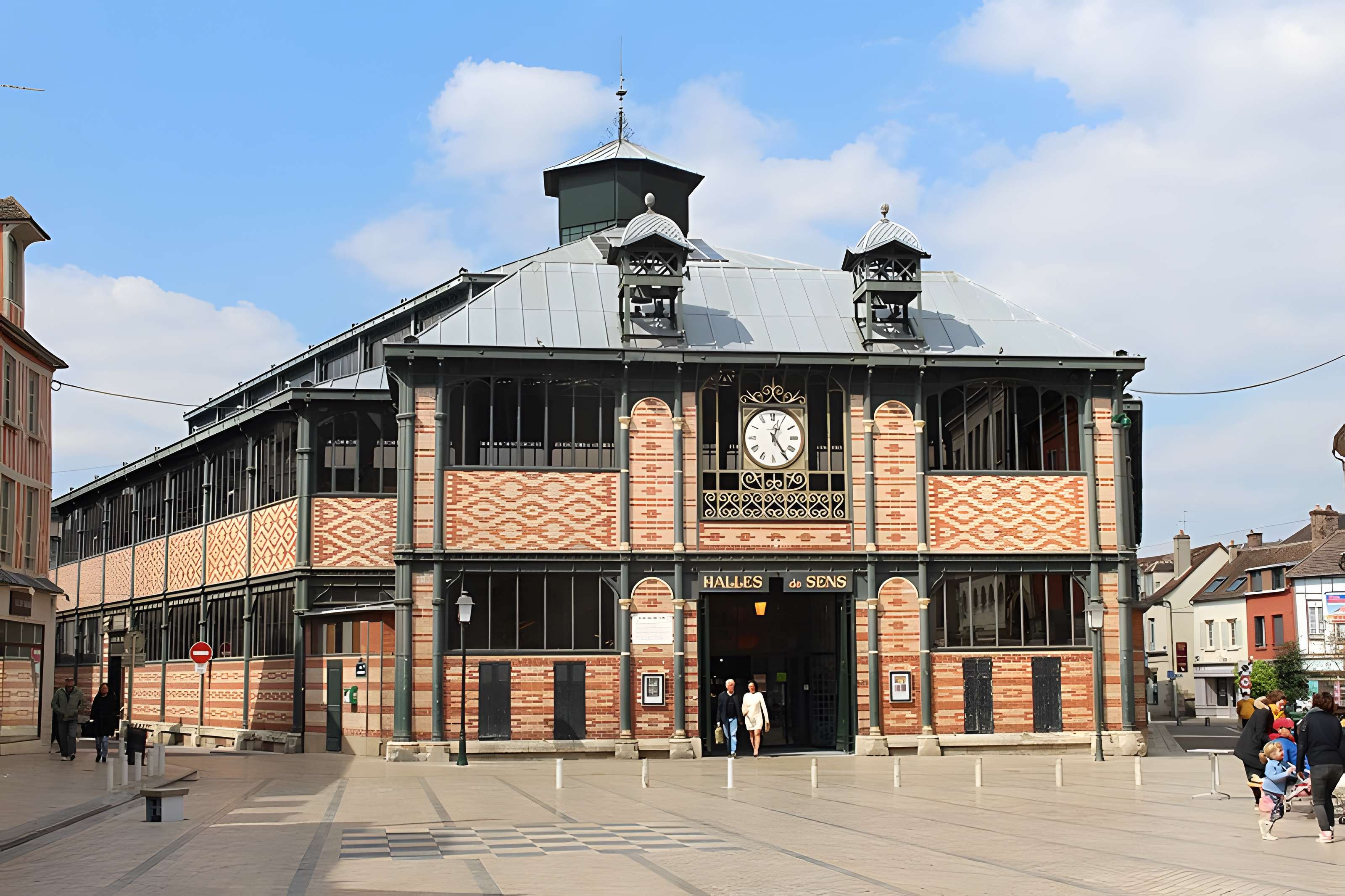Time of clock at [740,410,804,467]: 5:03
